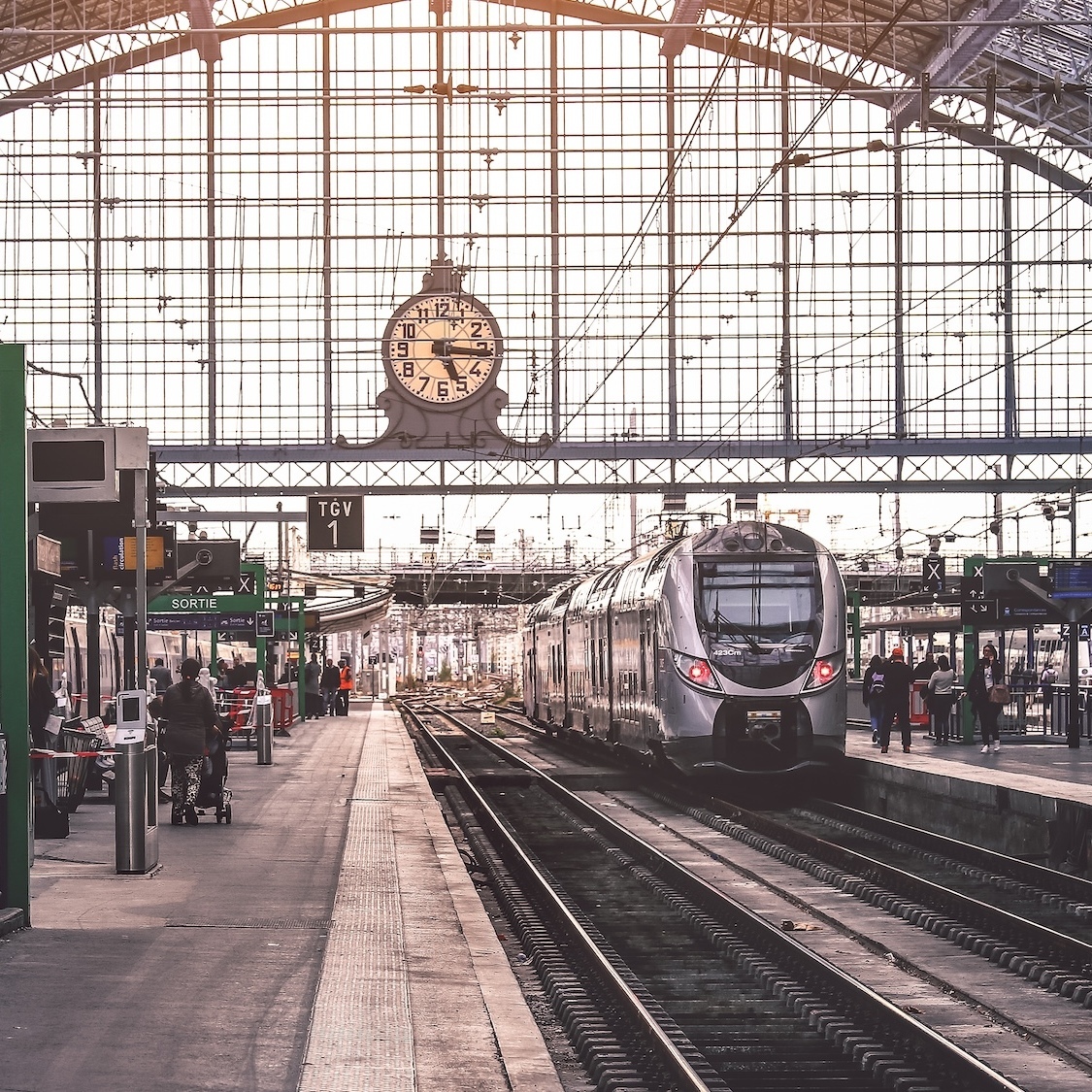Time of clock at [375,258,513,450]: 5:15
